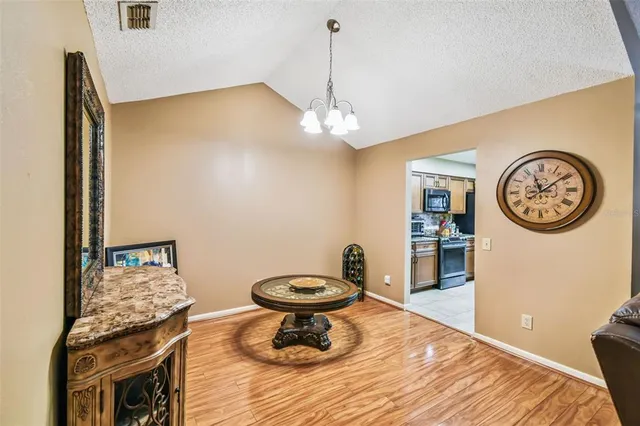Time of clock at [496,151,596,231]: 11:08
